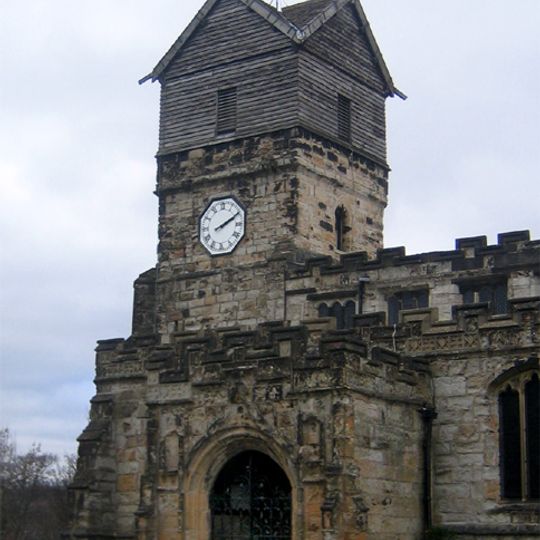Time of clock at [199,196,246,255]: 2:10
